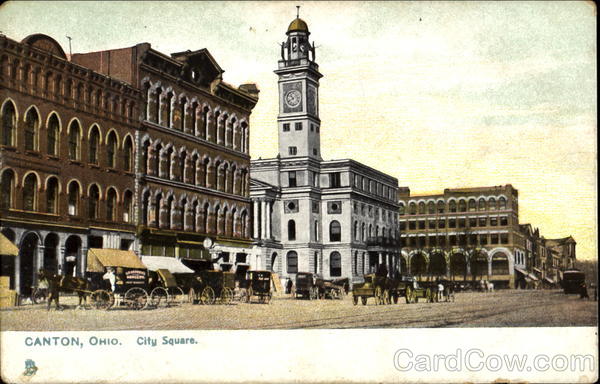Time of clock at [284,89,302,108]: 10:40
